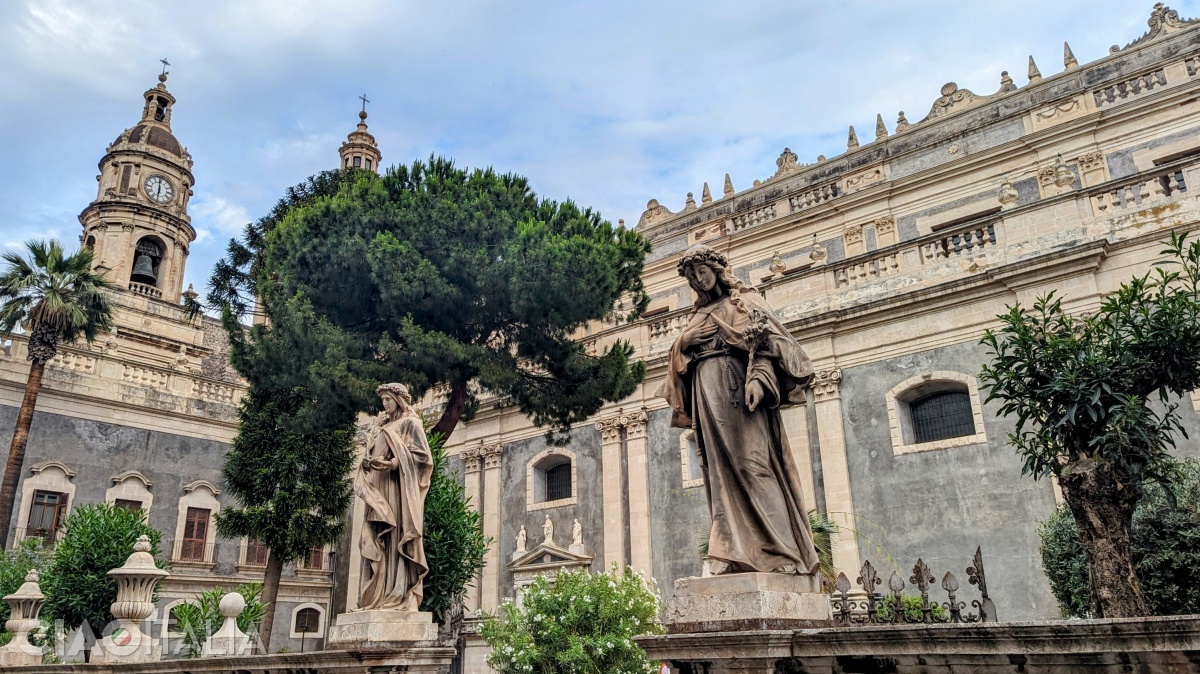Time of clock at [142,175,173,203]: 5:59
